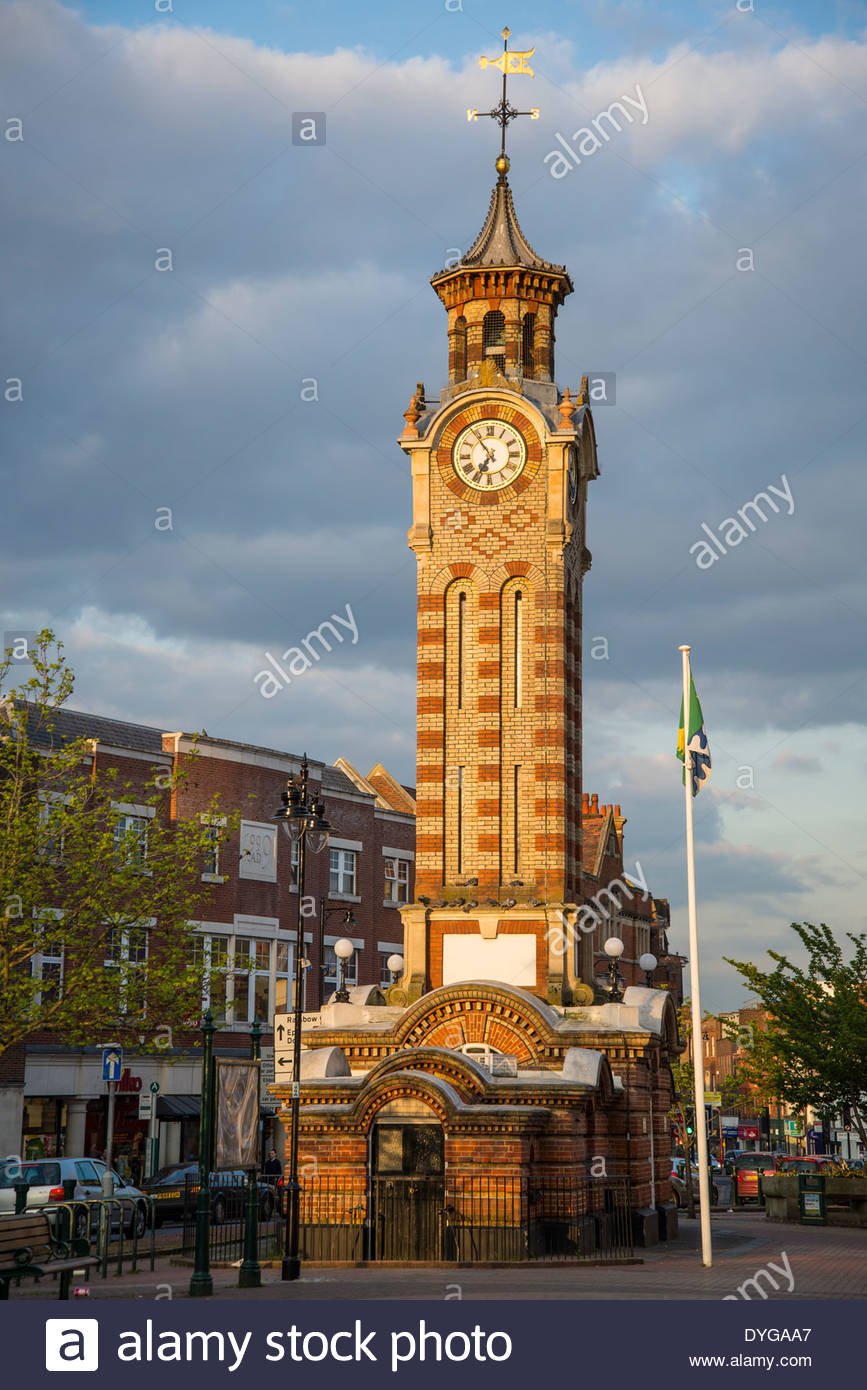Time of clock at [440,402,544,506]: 6:54
